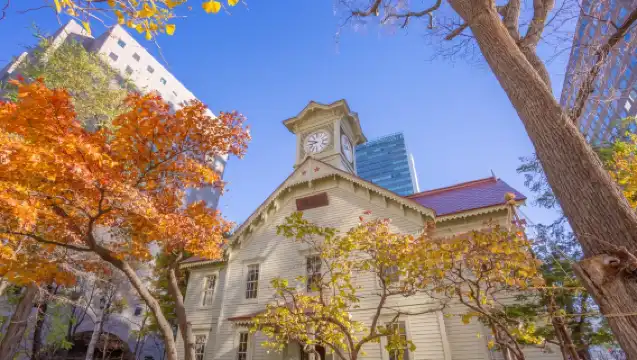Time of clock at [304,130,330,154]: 8:47
